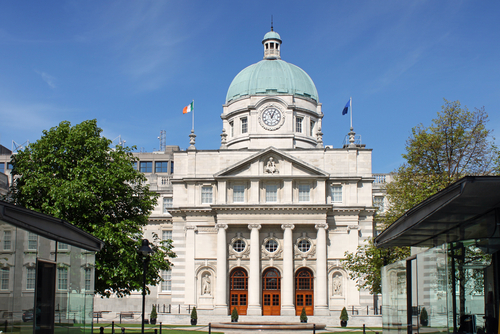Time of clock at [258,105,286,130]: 11:04
